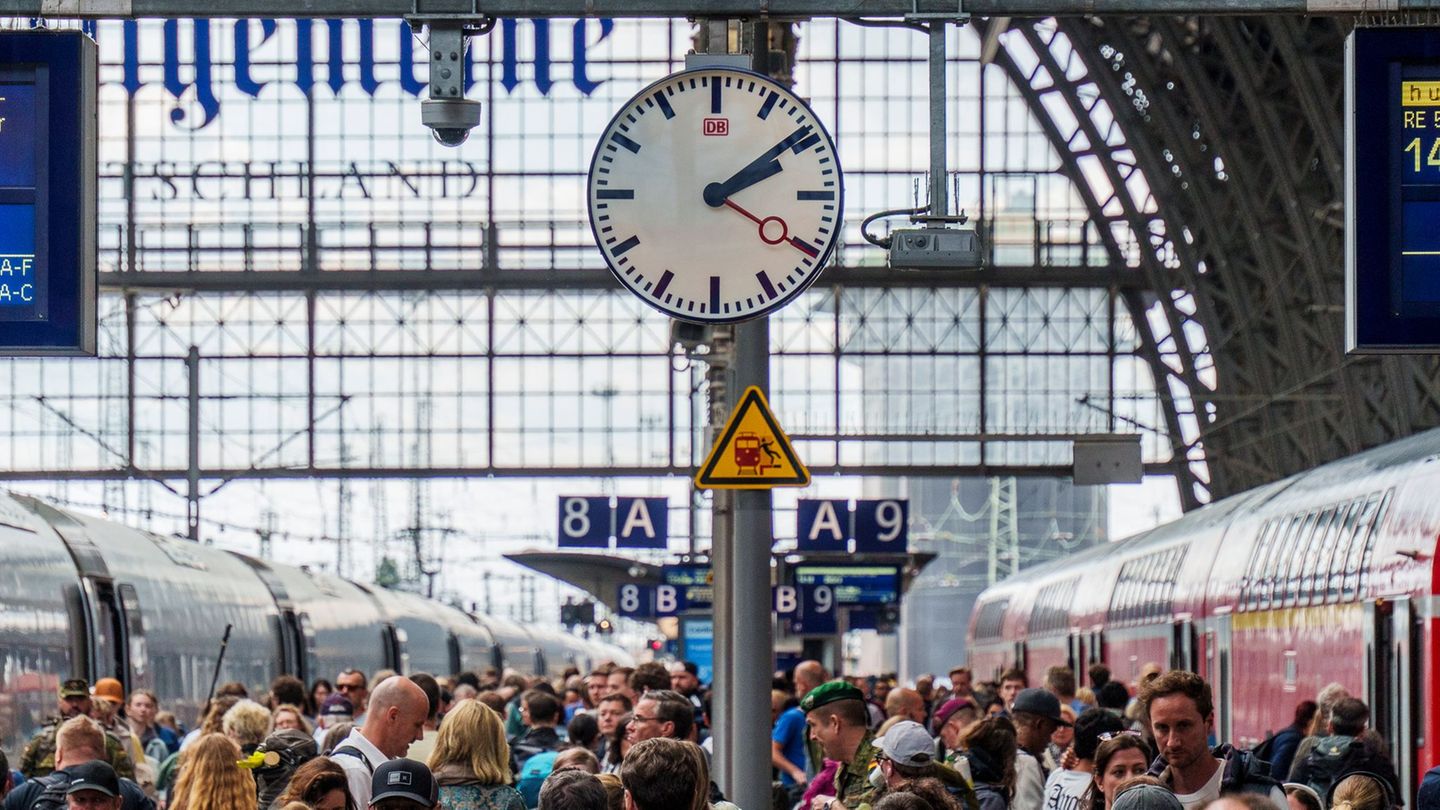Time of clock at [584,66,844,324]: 2:09
